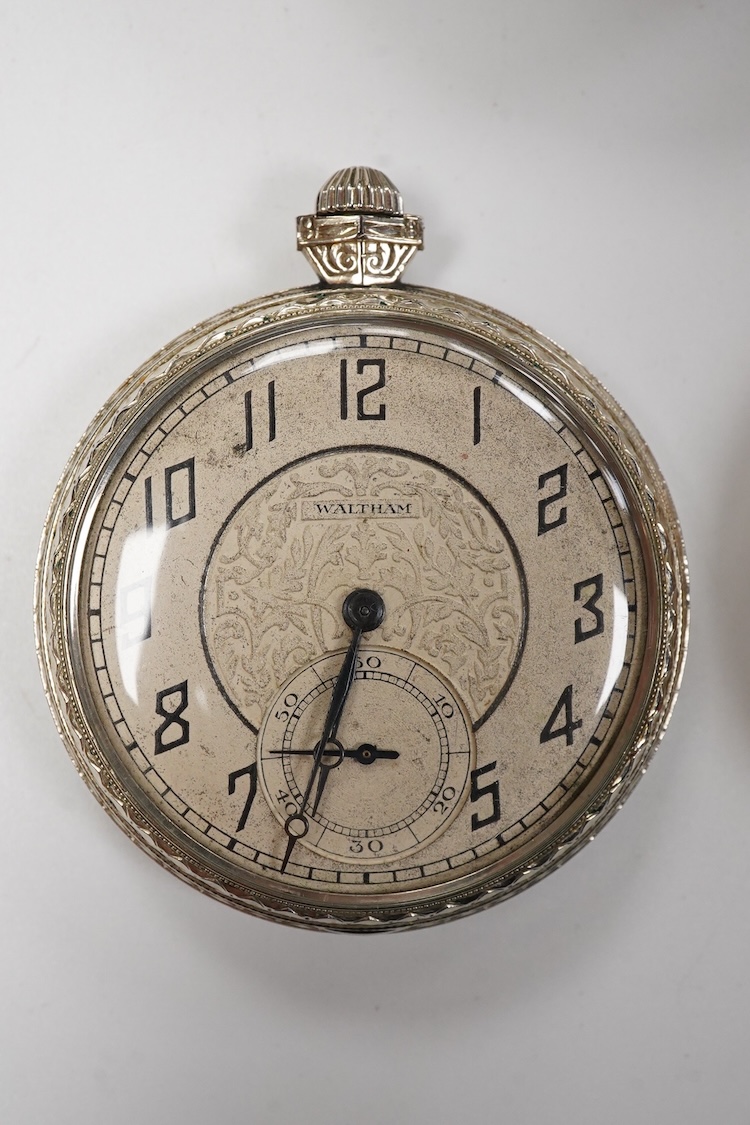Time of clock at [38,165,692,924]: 6:32
